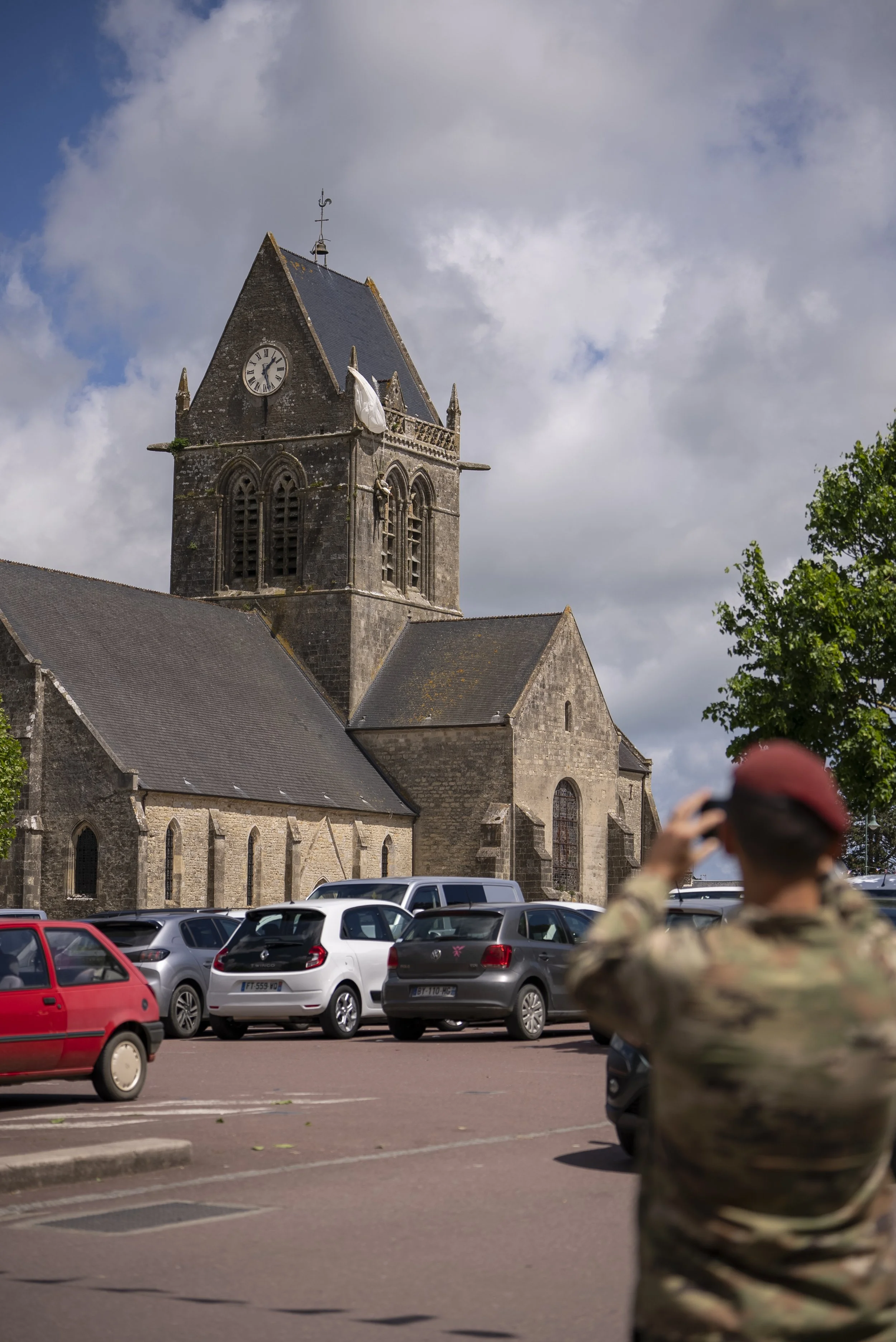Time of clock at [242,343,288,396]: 1:27
